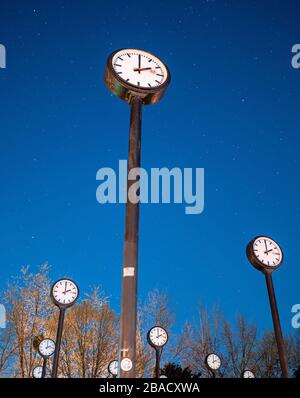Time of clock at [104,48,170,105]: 2:00
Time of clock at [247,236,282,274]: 2:00
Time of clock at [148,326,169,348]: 2:00
